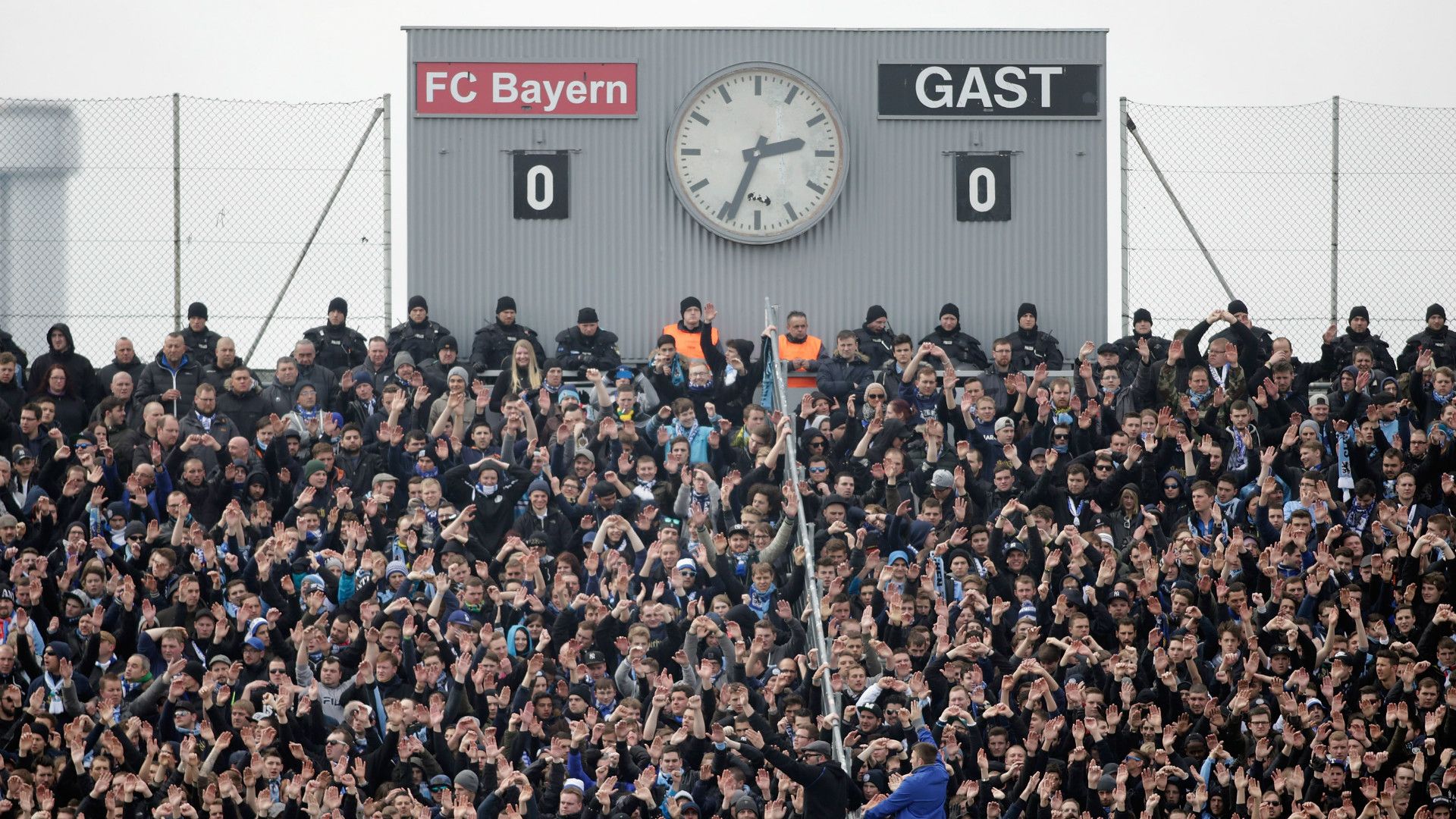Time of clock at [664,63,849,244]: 2:33
